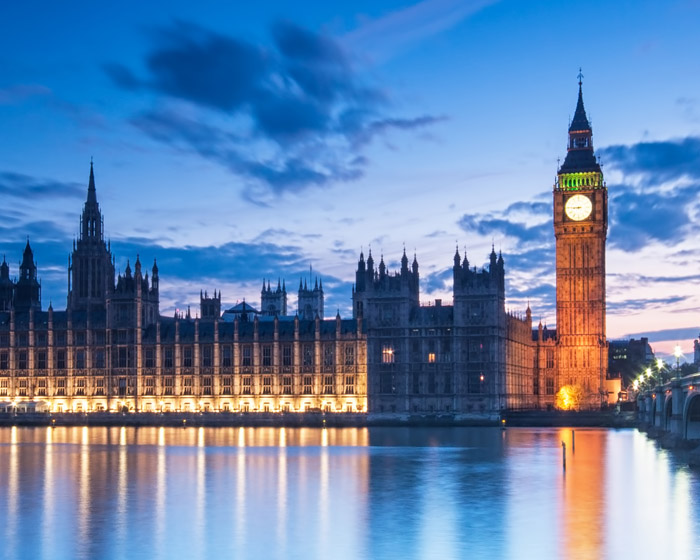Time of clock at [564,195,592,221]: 8:45
